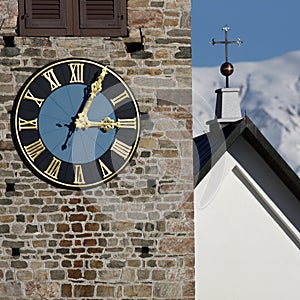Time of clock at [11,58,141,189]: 3:04
